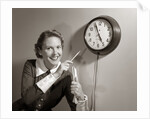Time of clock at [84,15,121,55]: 4:56
